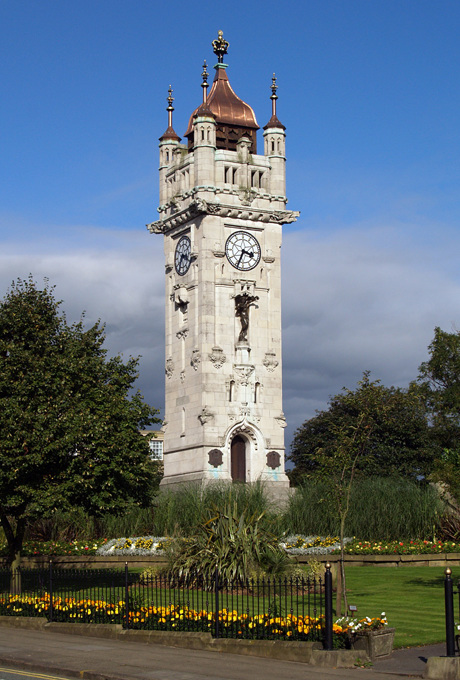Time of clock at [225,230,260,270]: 3:33
